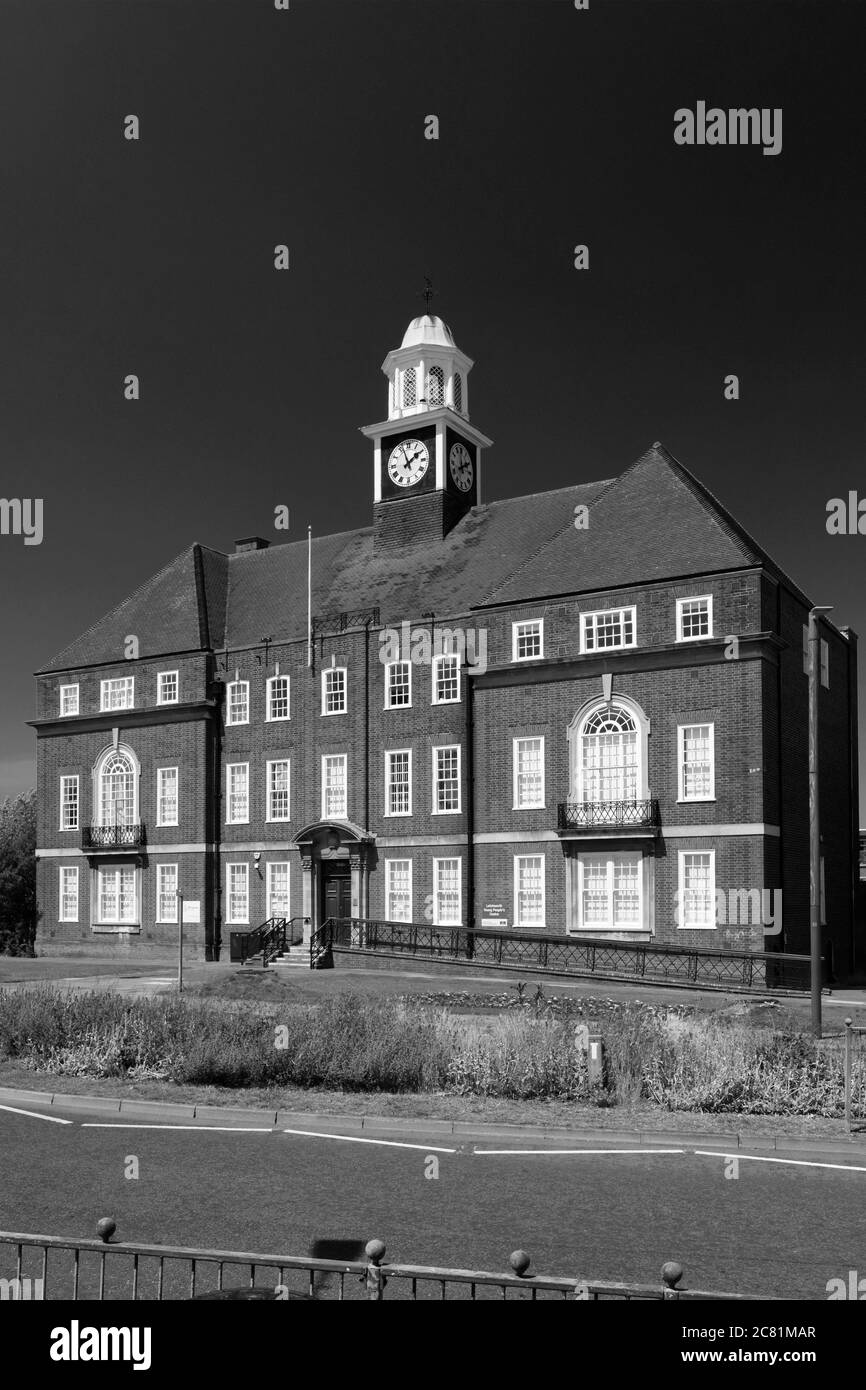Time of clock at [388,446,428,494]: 1:56
